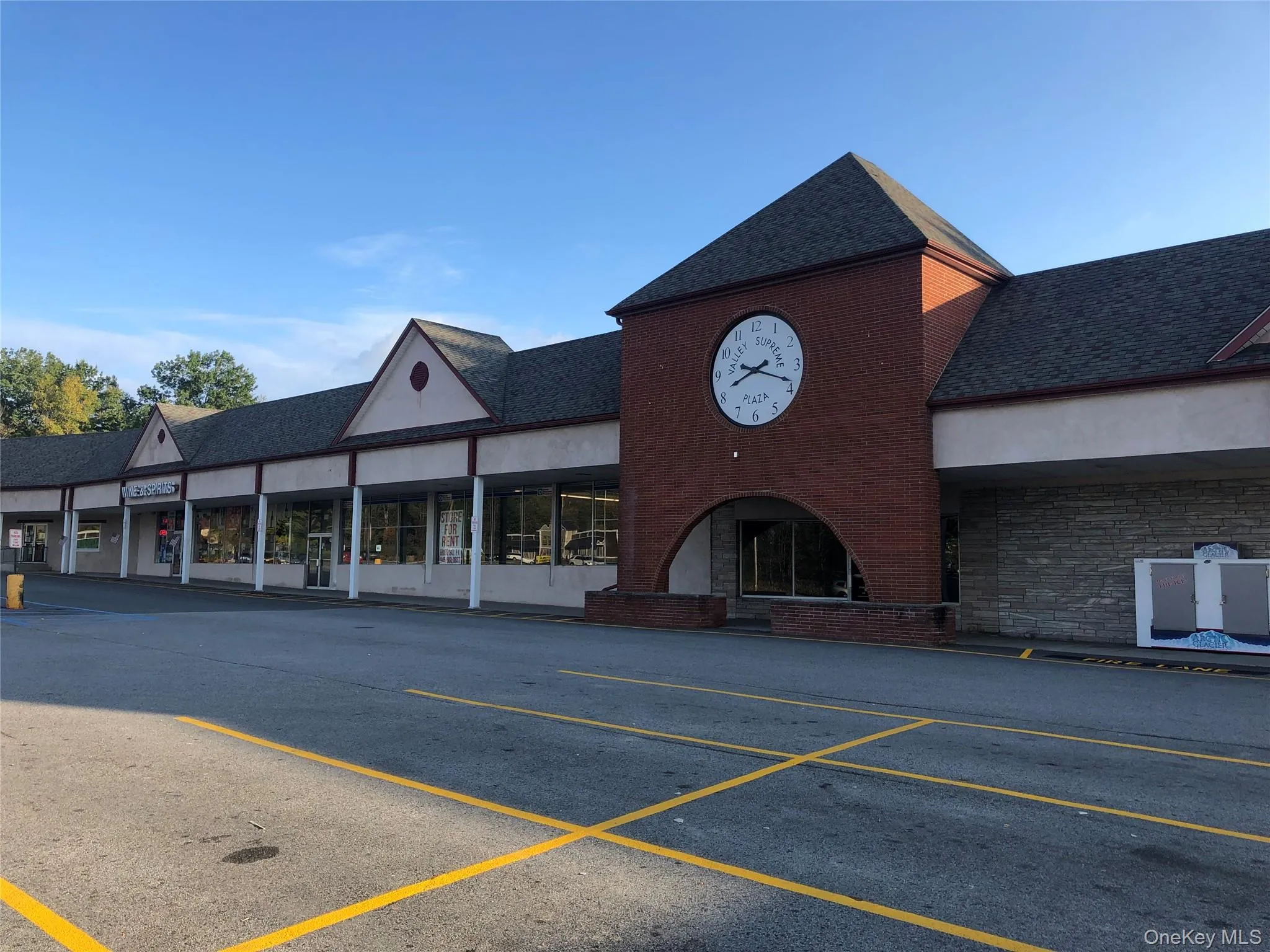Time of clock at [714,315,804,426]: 8:18
